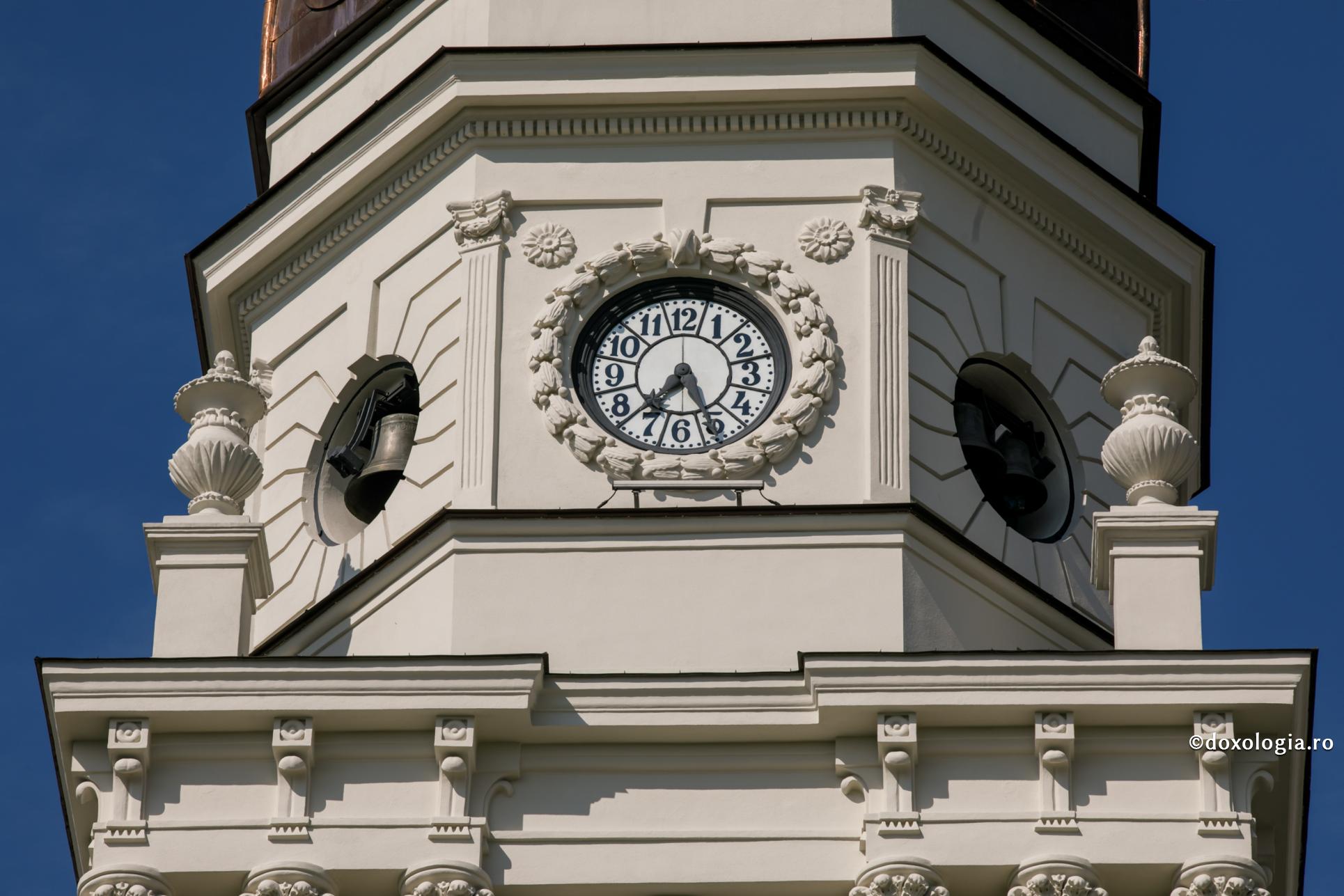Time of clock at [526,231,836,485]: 7:25
